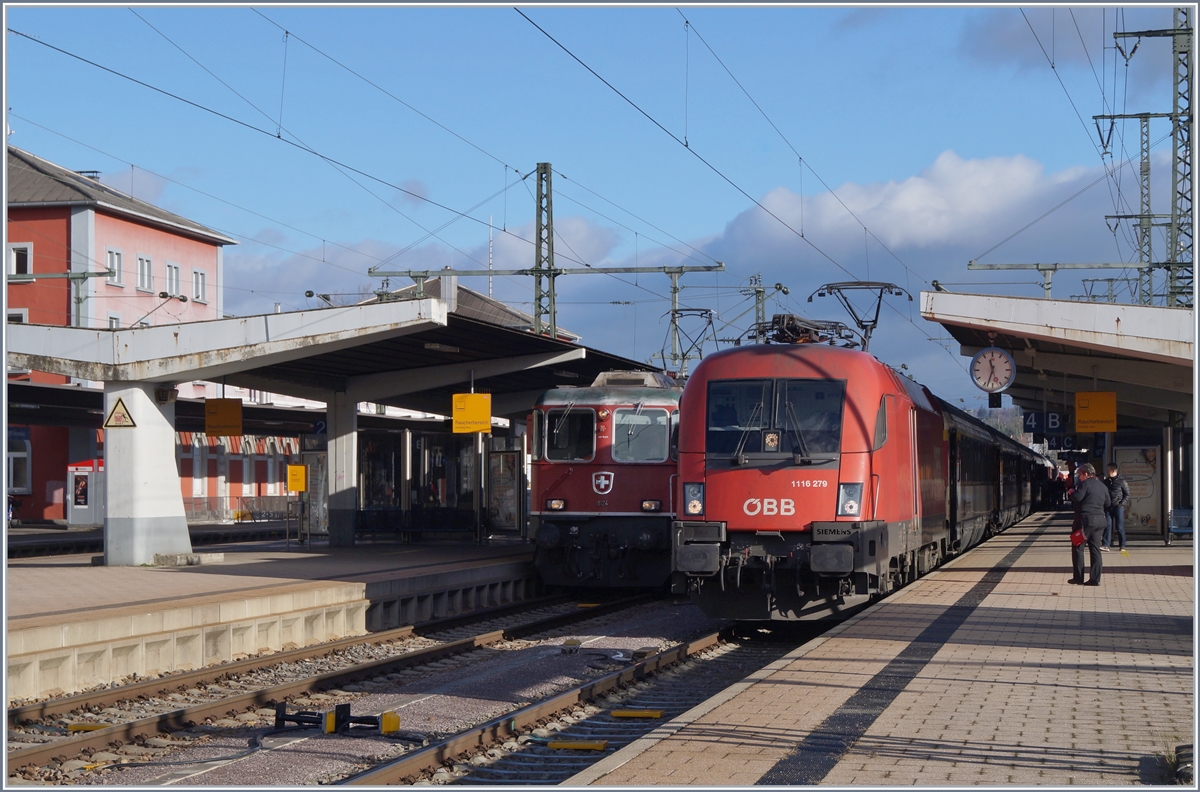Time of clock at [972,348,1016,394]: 11:33
